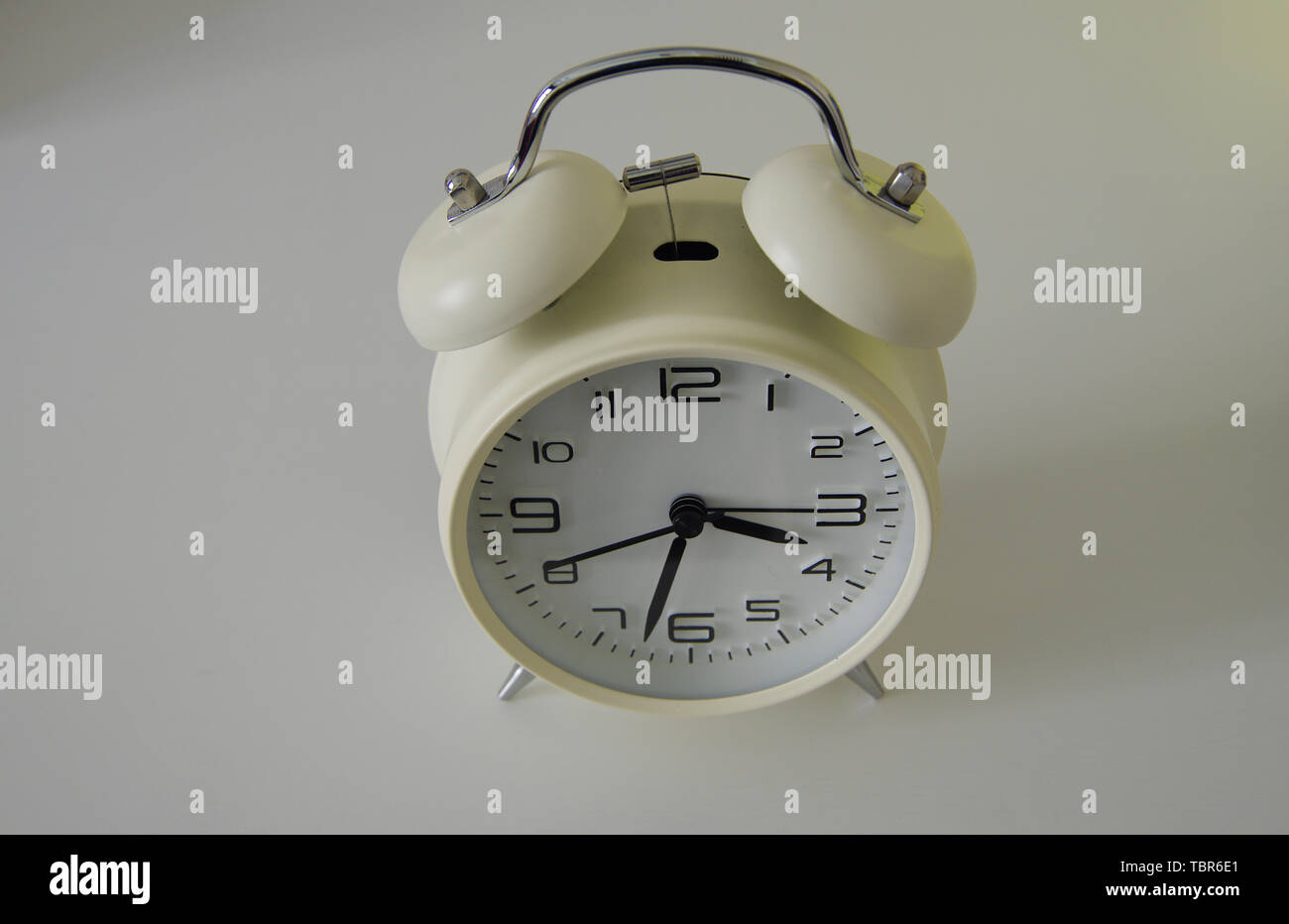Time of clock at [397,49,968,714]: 3:32
